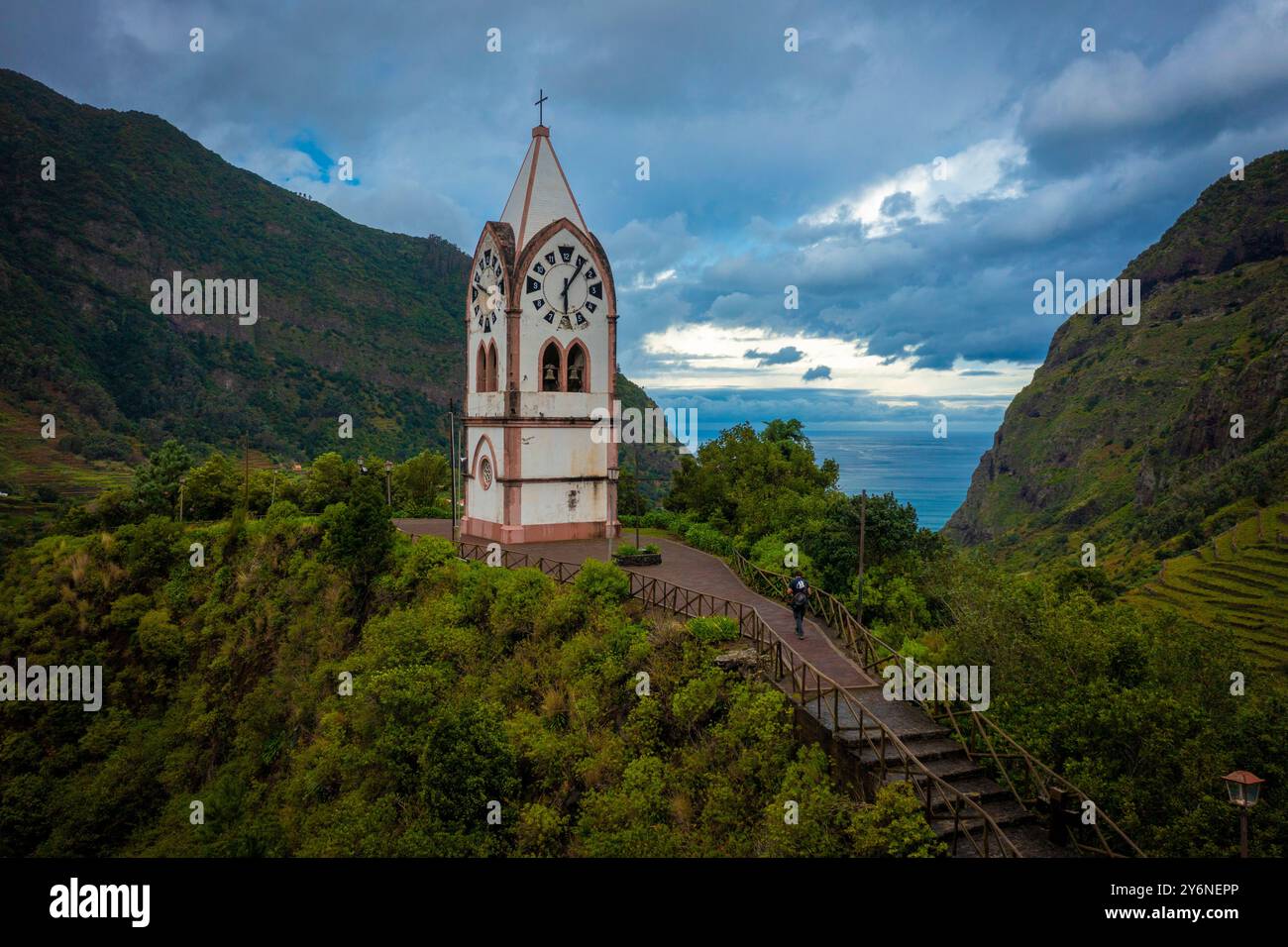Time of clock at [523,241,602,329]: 6:06
